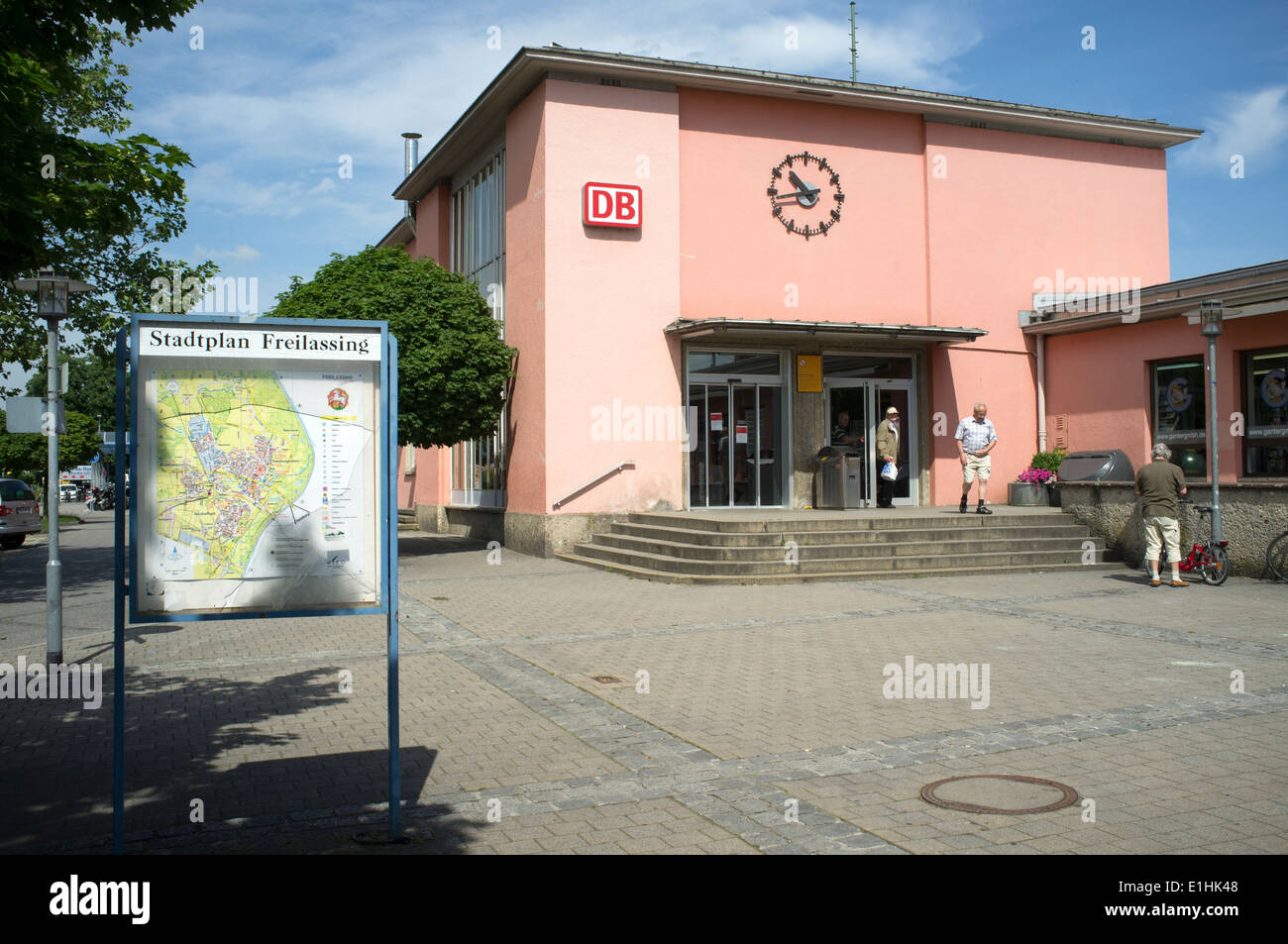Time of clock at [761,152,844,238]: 10:43
